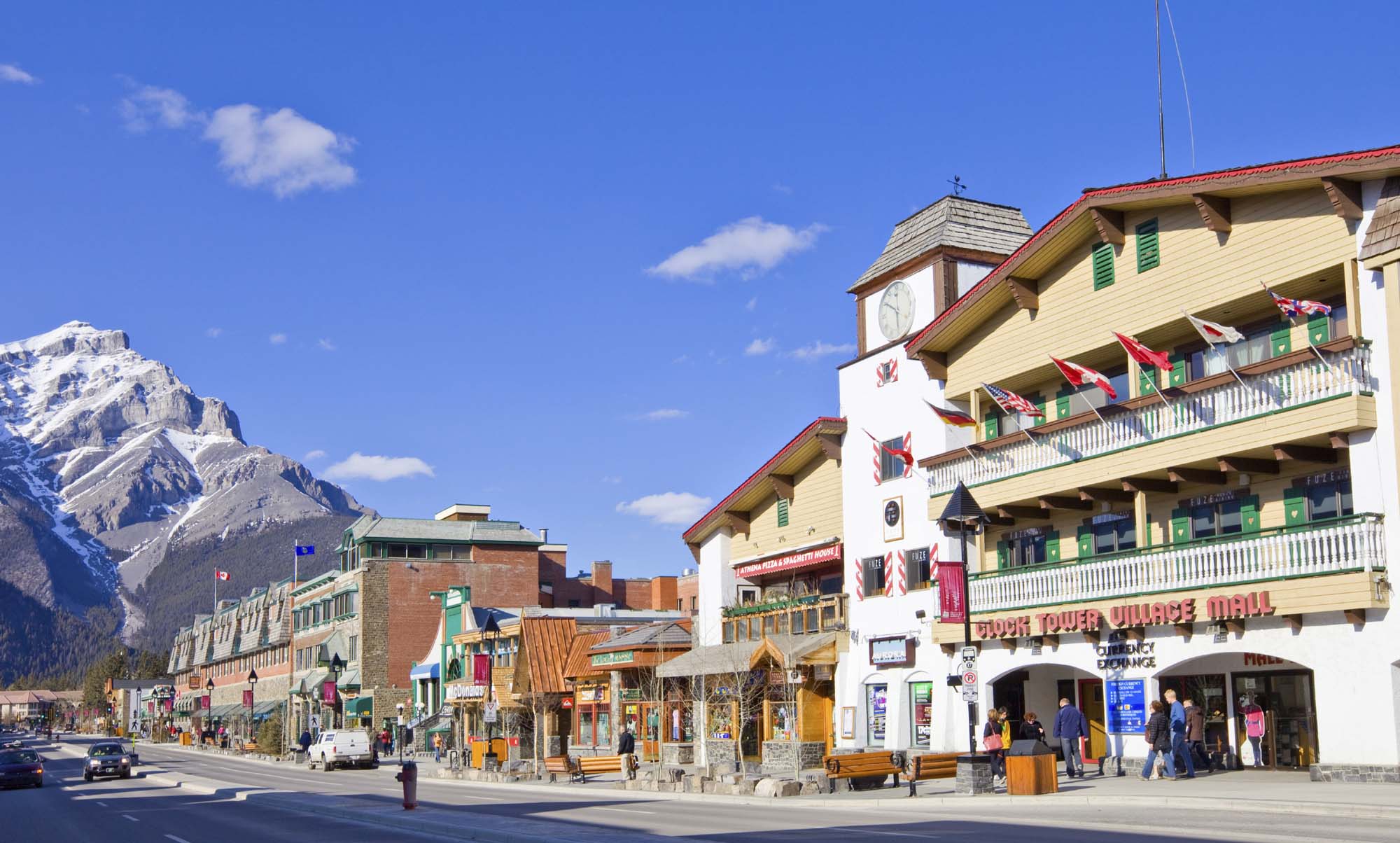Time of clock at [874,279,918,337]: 5:50
